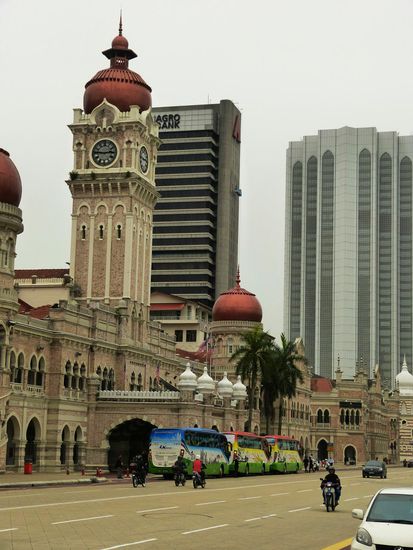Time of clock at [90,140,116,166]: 2:46
